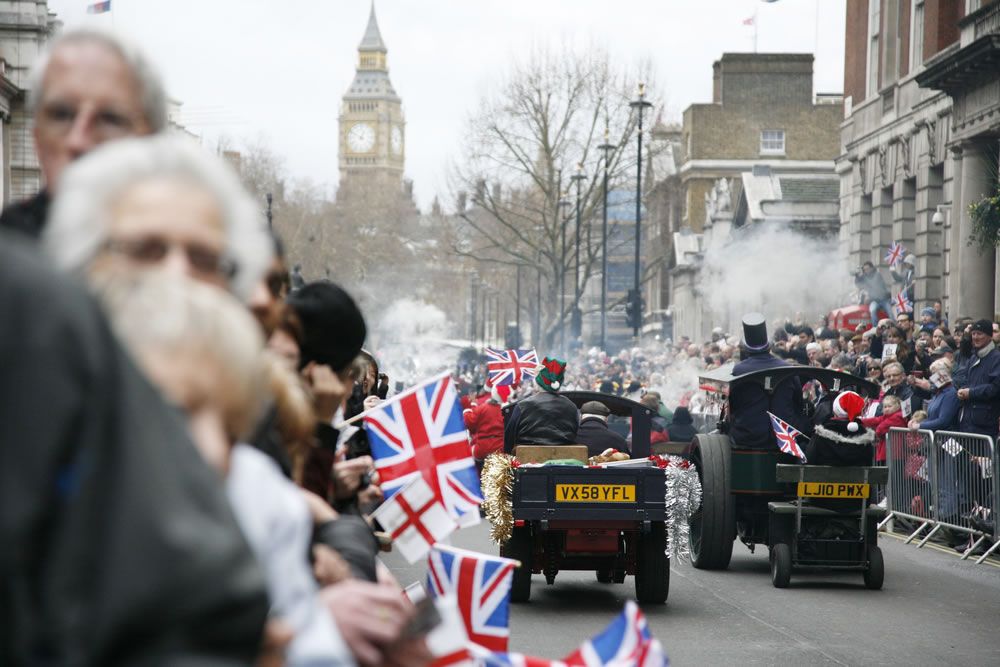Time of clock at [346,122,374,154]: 12:49
